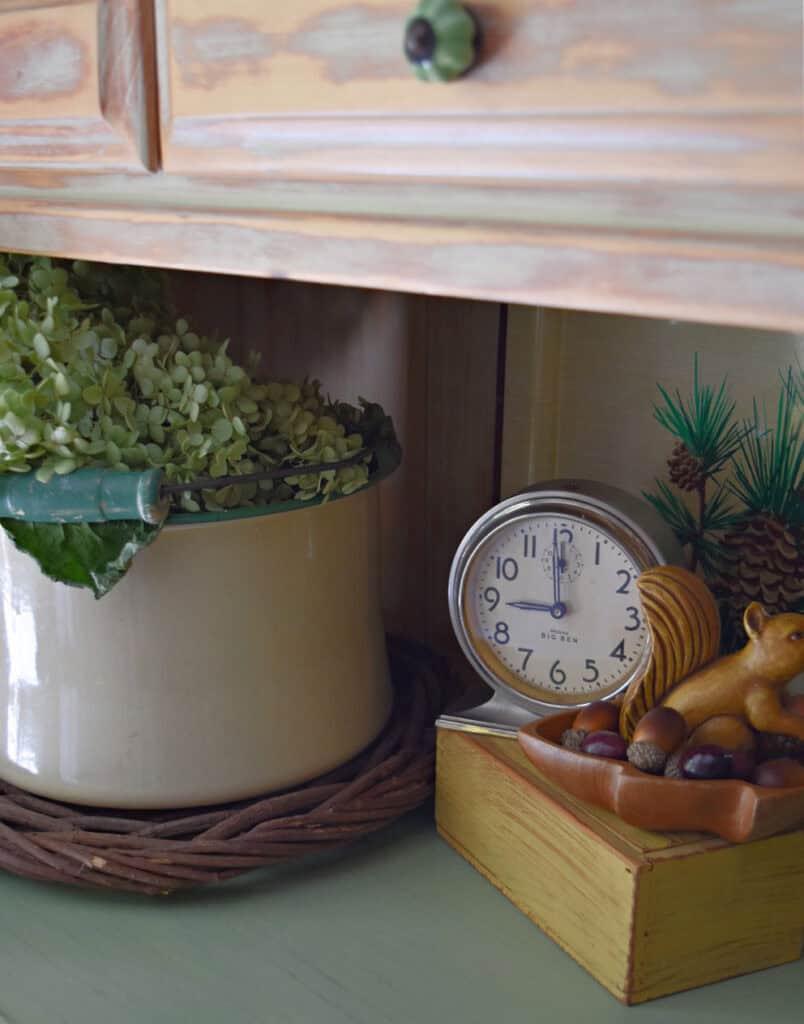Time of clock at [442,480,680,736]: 8:59
